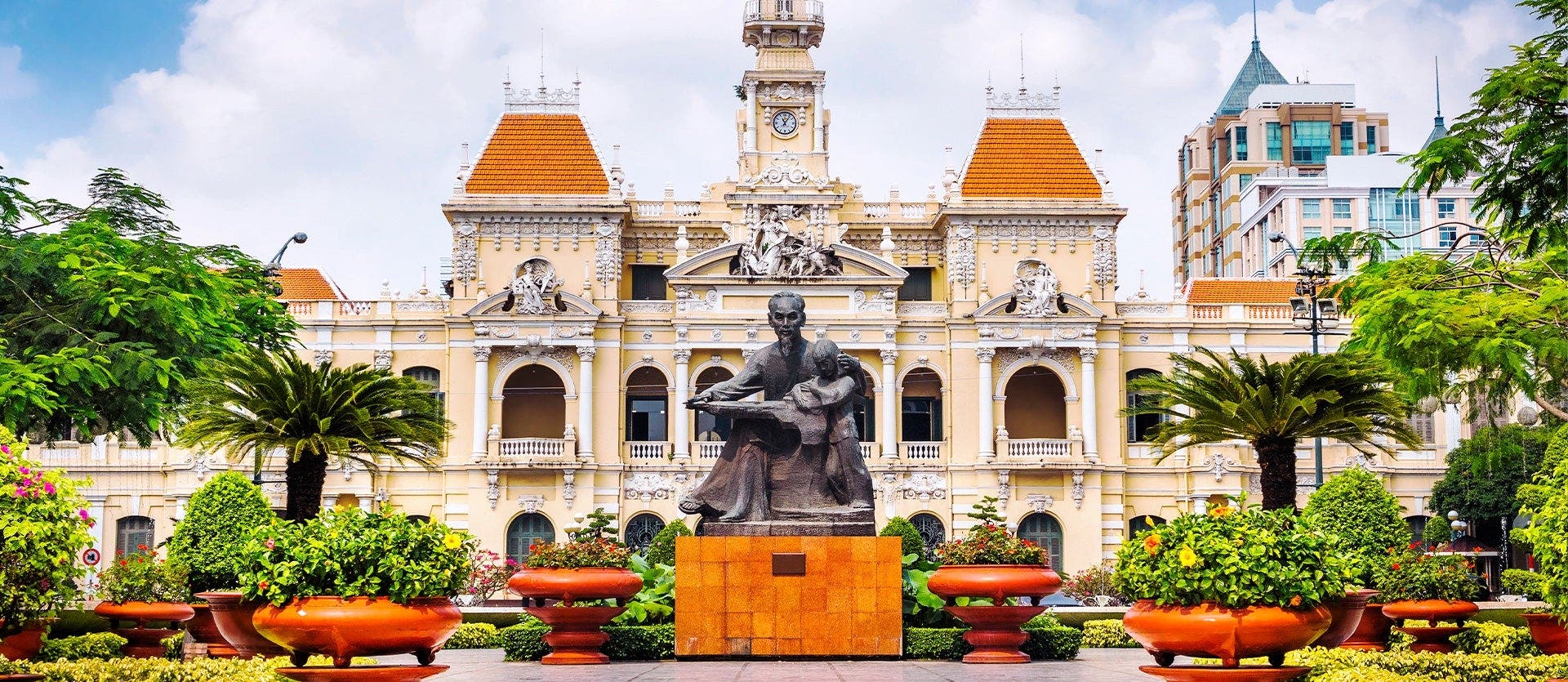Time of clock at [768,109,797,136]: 11:06
